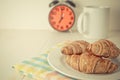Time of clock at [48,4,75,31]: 7:00
